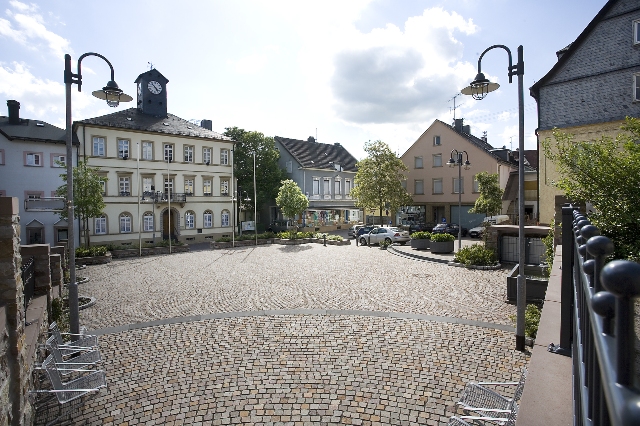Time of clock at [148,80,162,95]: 4:52
